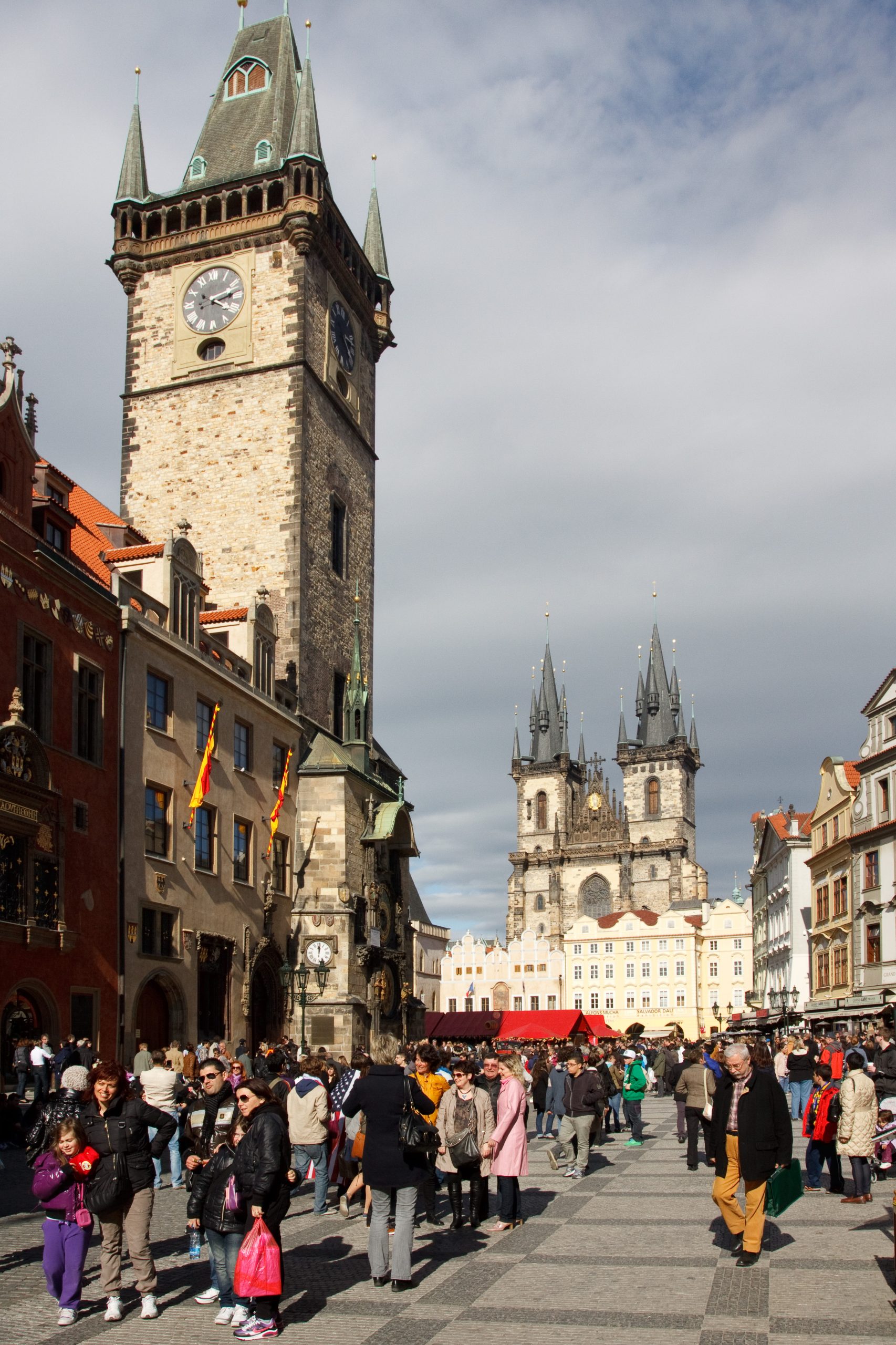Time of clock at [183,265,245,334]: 4:12
